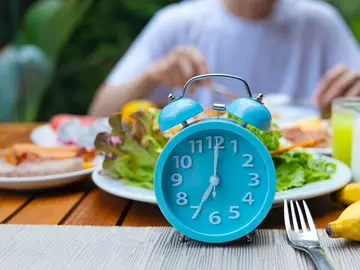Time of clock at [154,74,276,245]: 7:00
